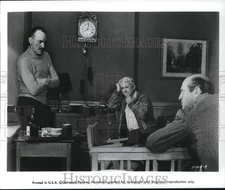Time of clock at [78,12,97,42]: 8:01
